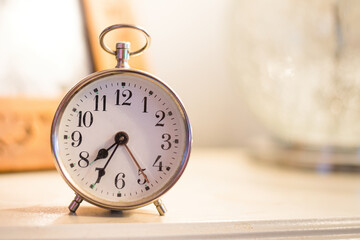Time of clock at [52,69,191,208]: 7:34
